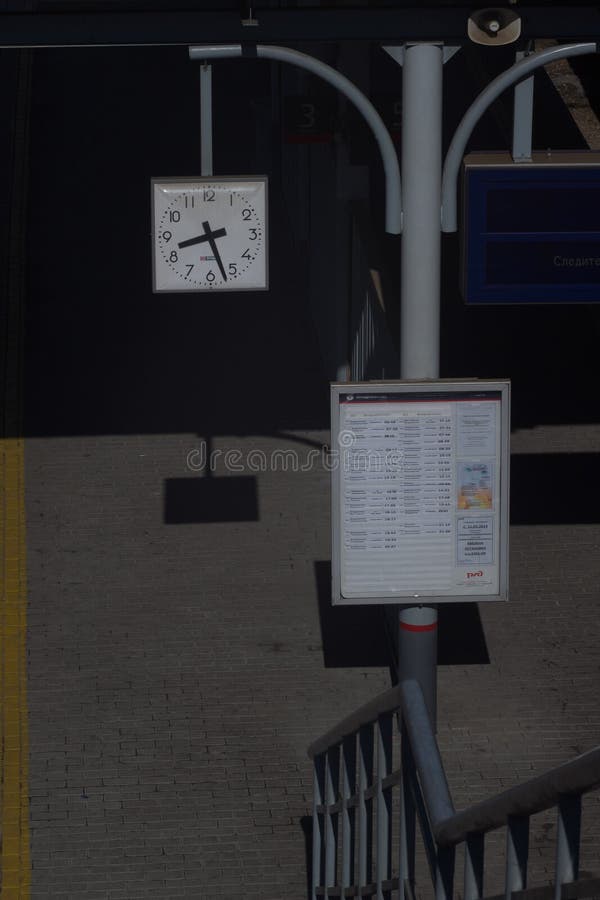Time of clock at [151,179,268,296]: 8:26
